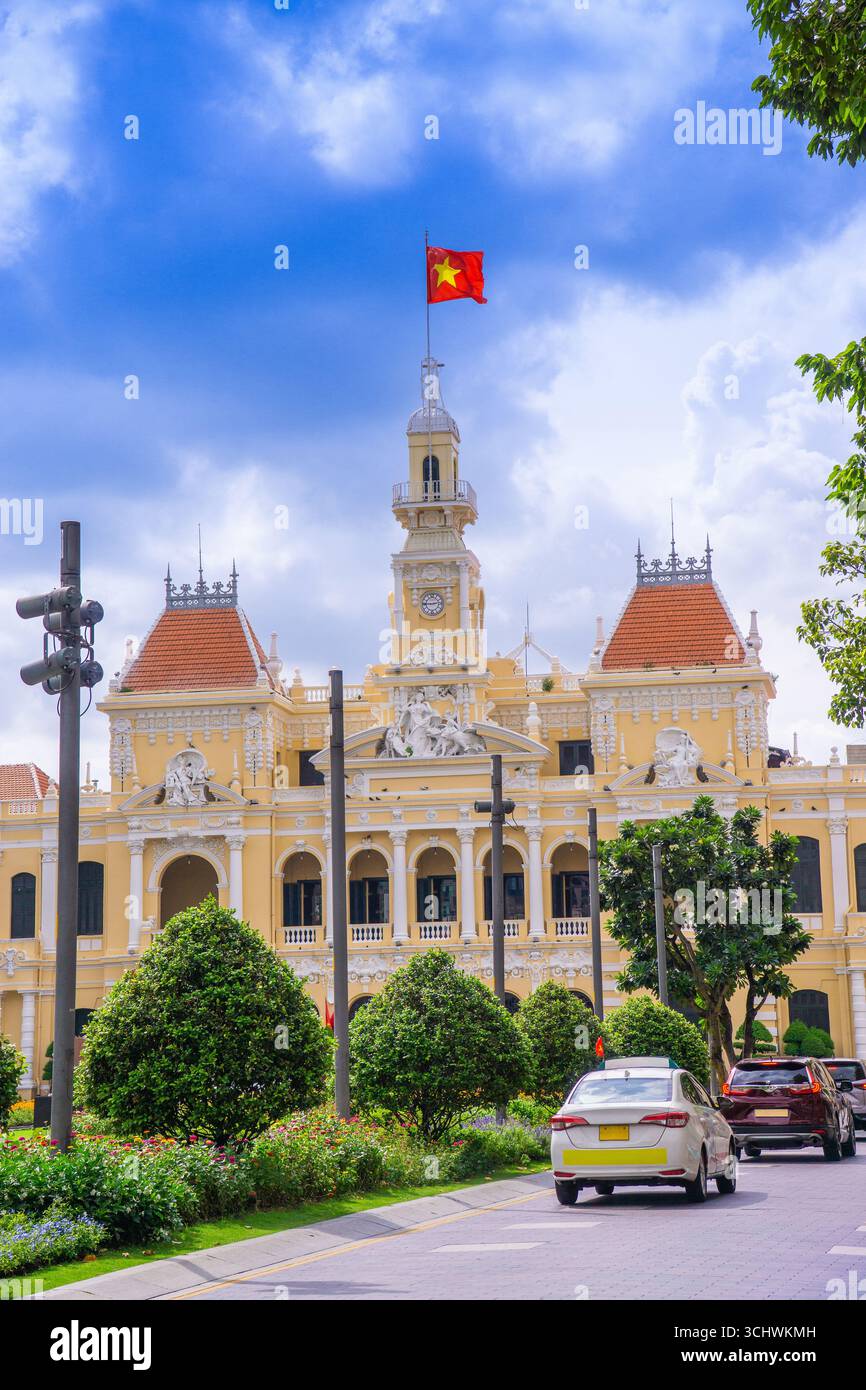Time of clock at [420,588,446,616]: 2:44
